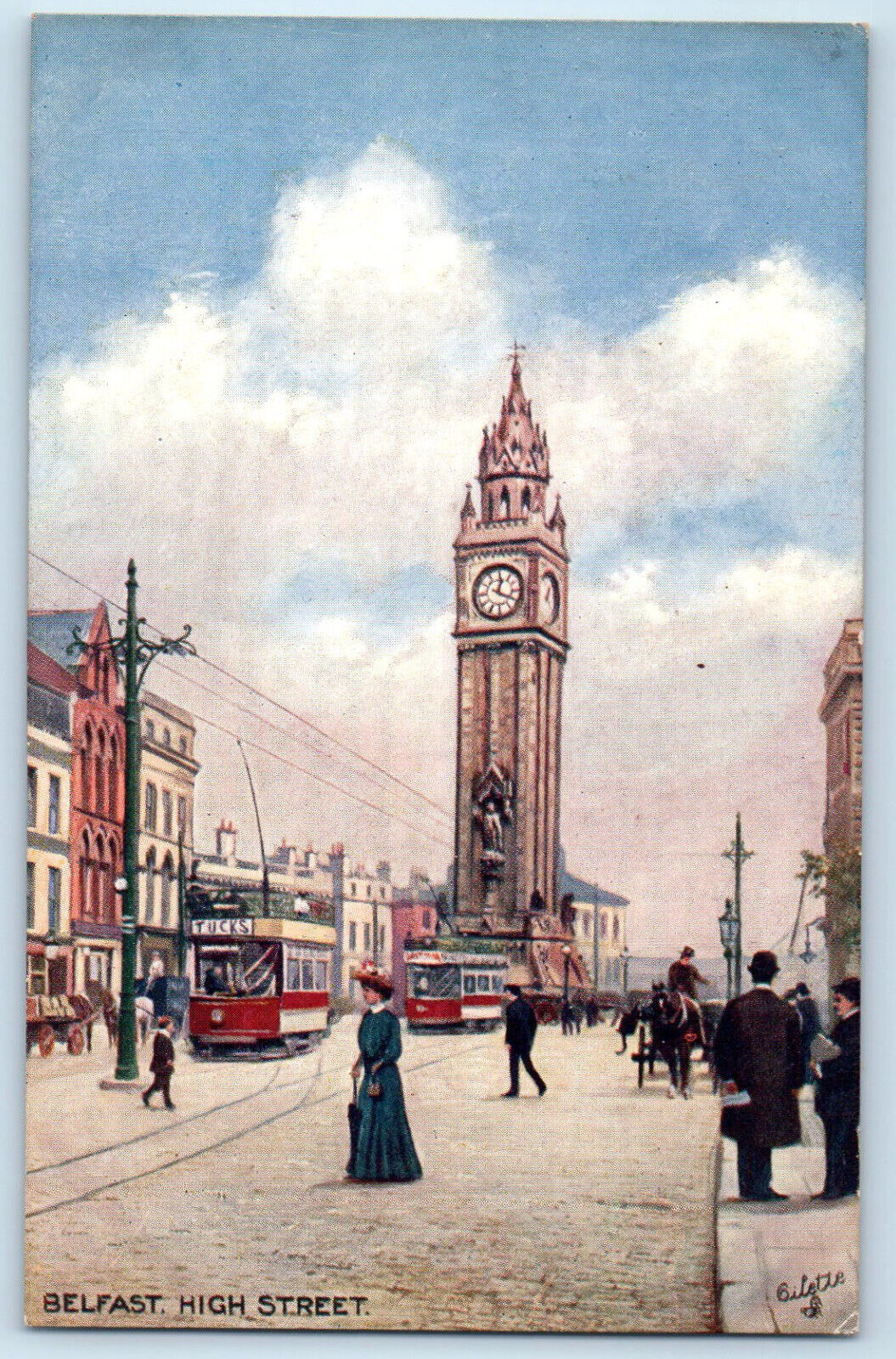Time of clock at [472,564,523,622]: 12:19
